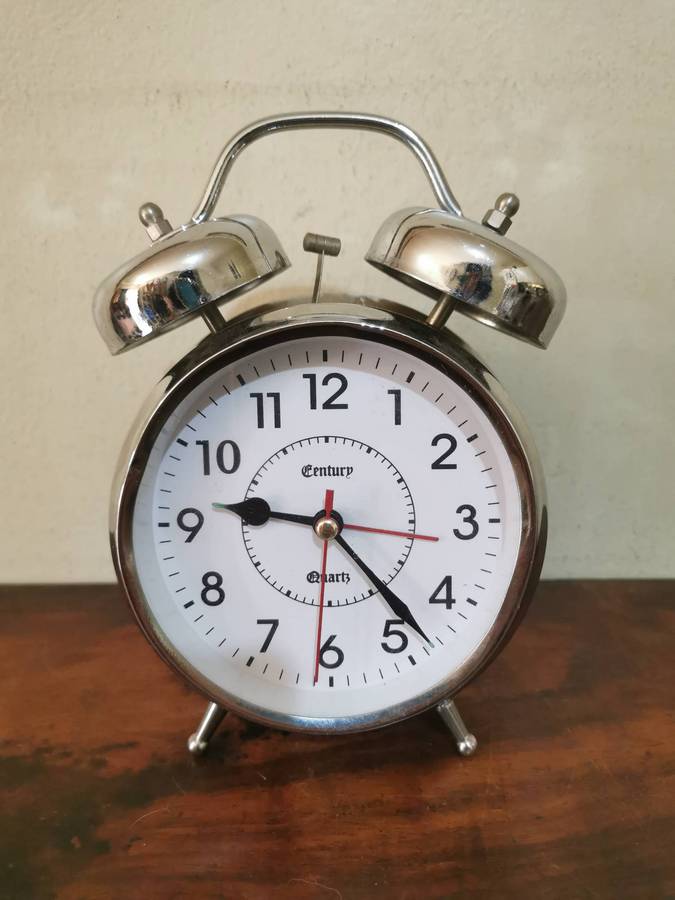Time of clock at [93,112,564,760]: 9:23
